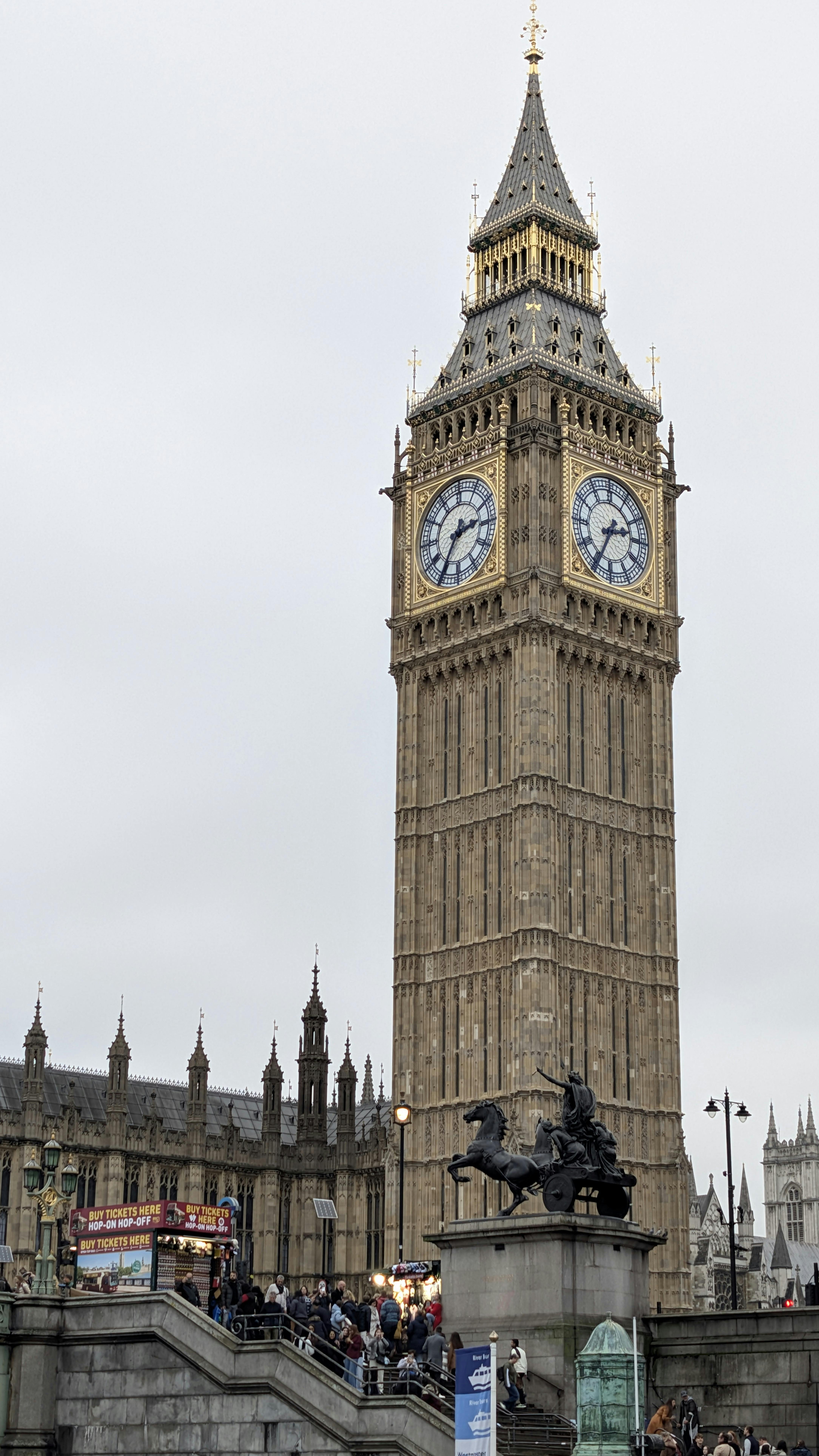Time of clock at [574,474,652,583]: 2:34
